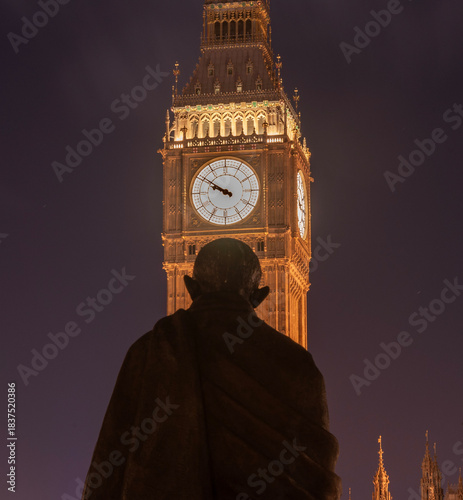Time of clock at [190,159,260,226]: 9:50
